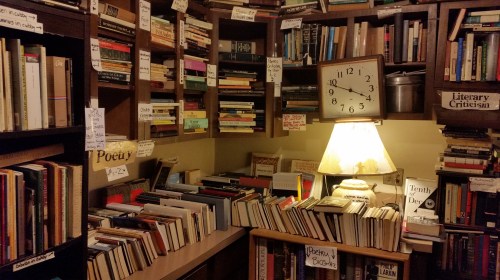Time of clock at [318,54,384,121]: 3:48
